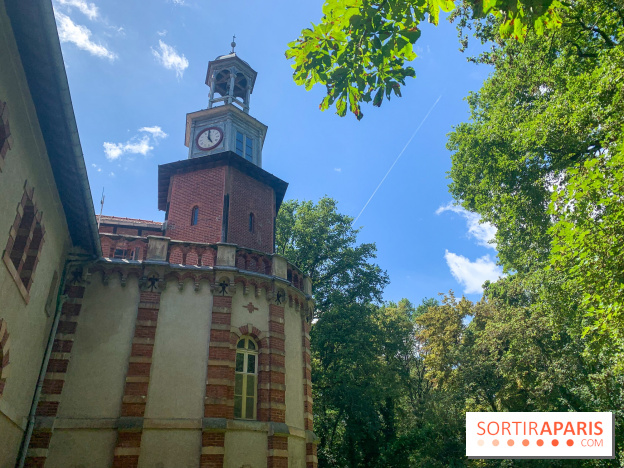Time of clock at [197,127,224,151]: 4:59
